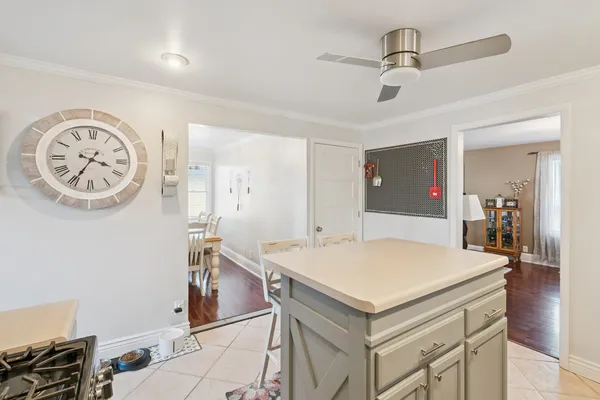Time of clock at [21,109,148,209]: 3:34
